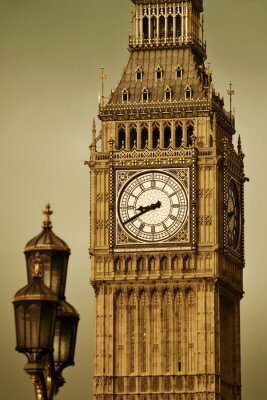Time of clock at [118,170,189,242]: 8:40
